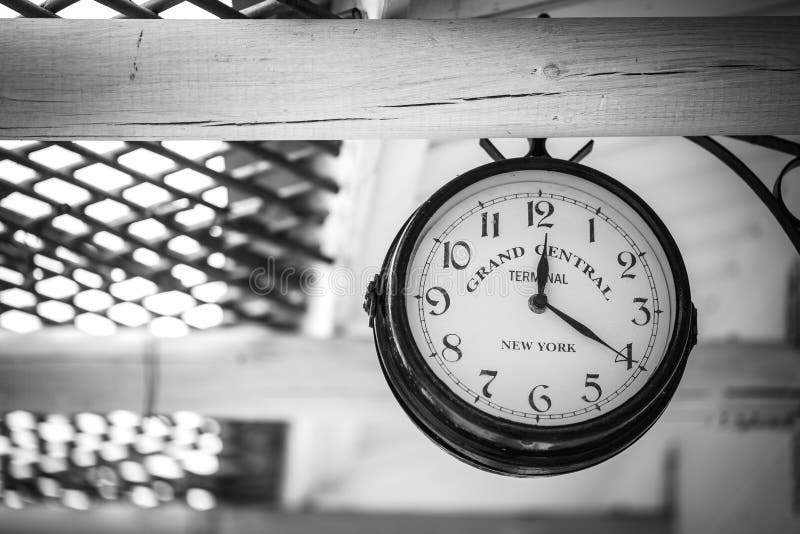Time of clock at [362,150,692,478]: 12:20
